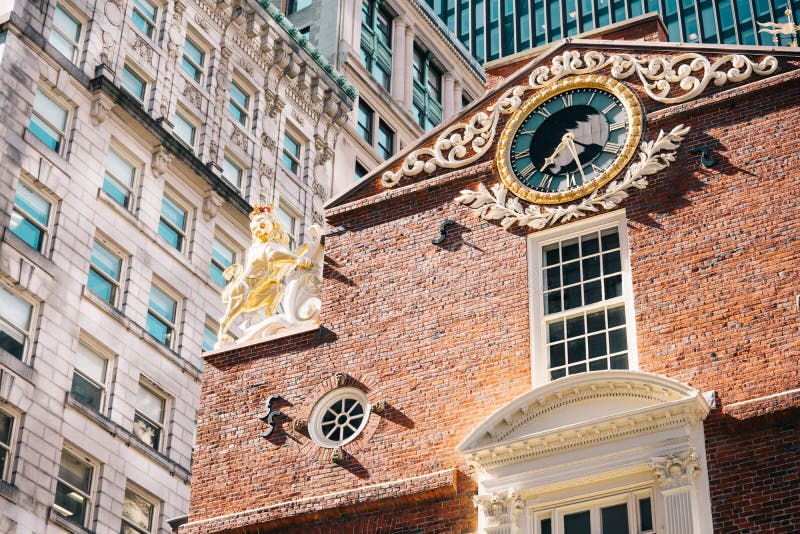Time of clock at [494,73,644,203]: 5:19
